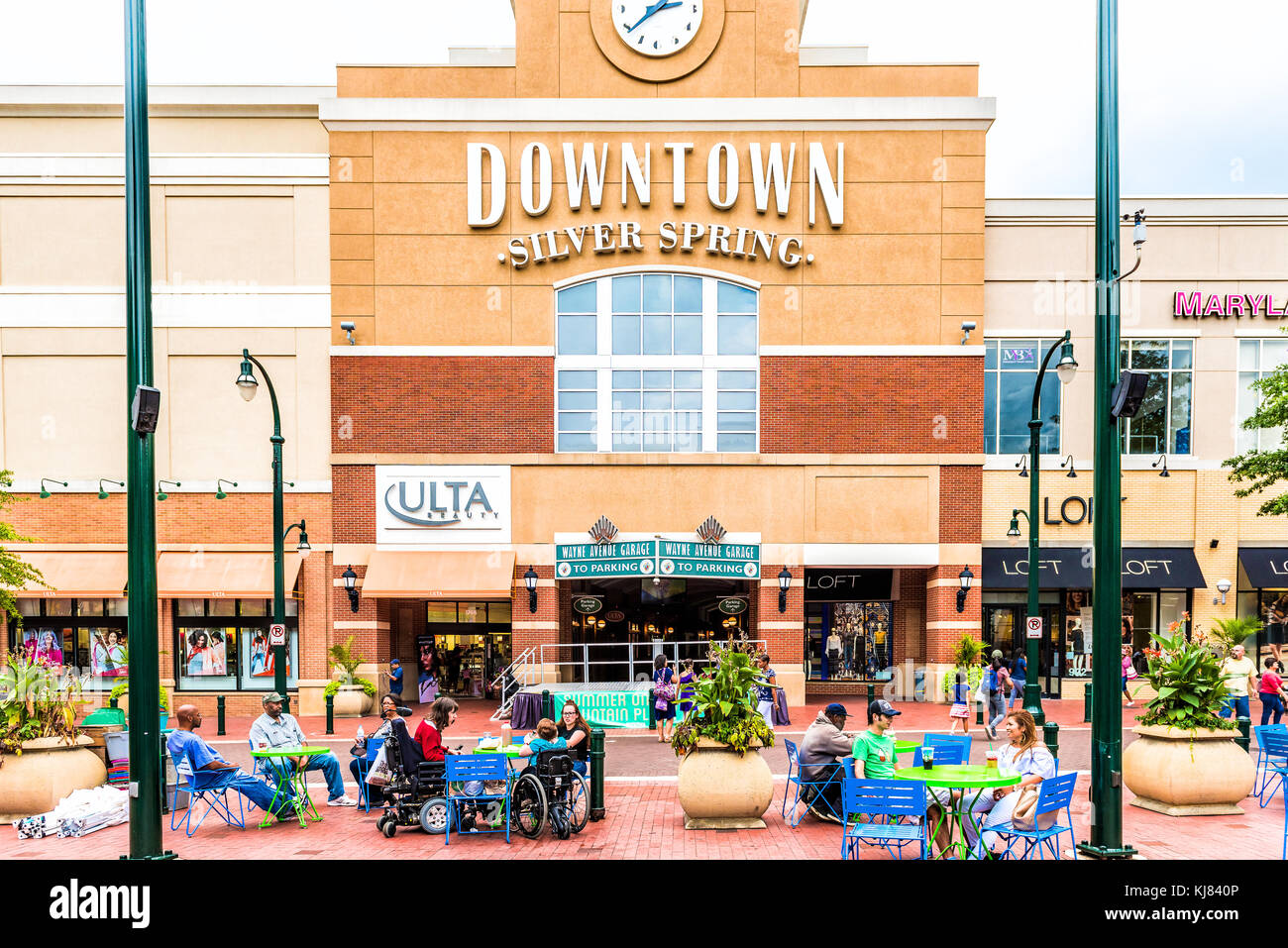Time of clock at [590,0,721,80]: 2:38
